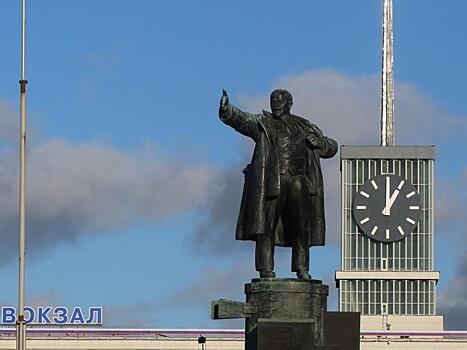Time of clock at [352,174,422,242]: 1:00
